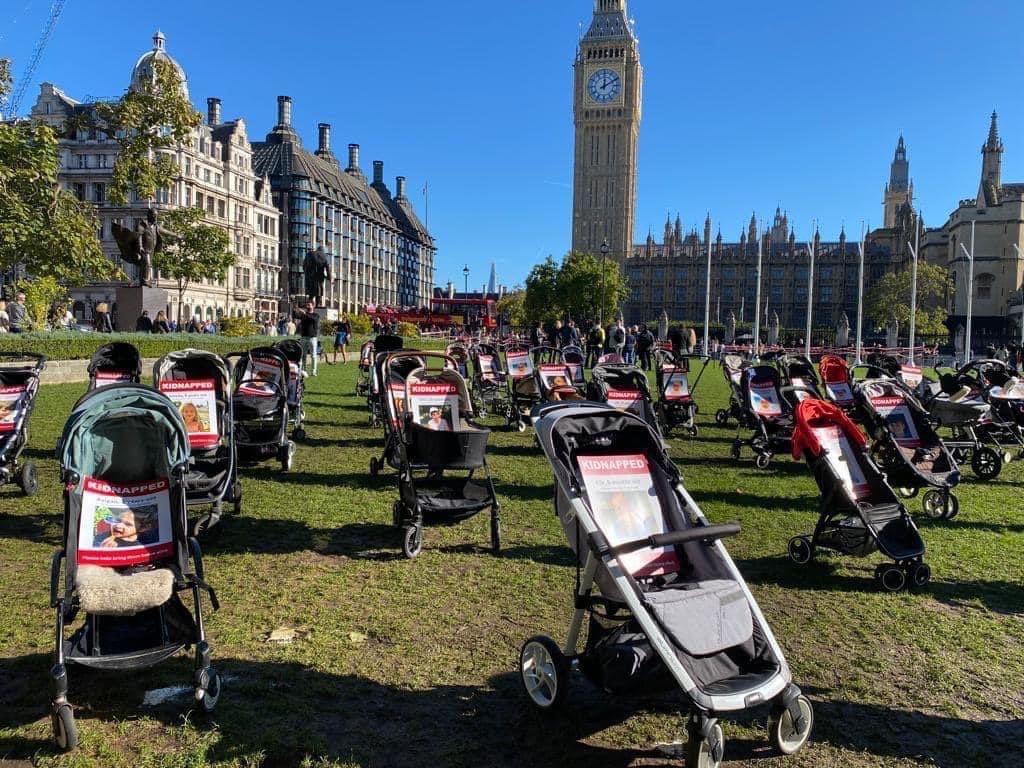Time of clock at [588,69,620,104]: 12:10
